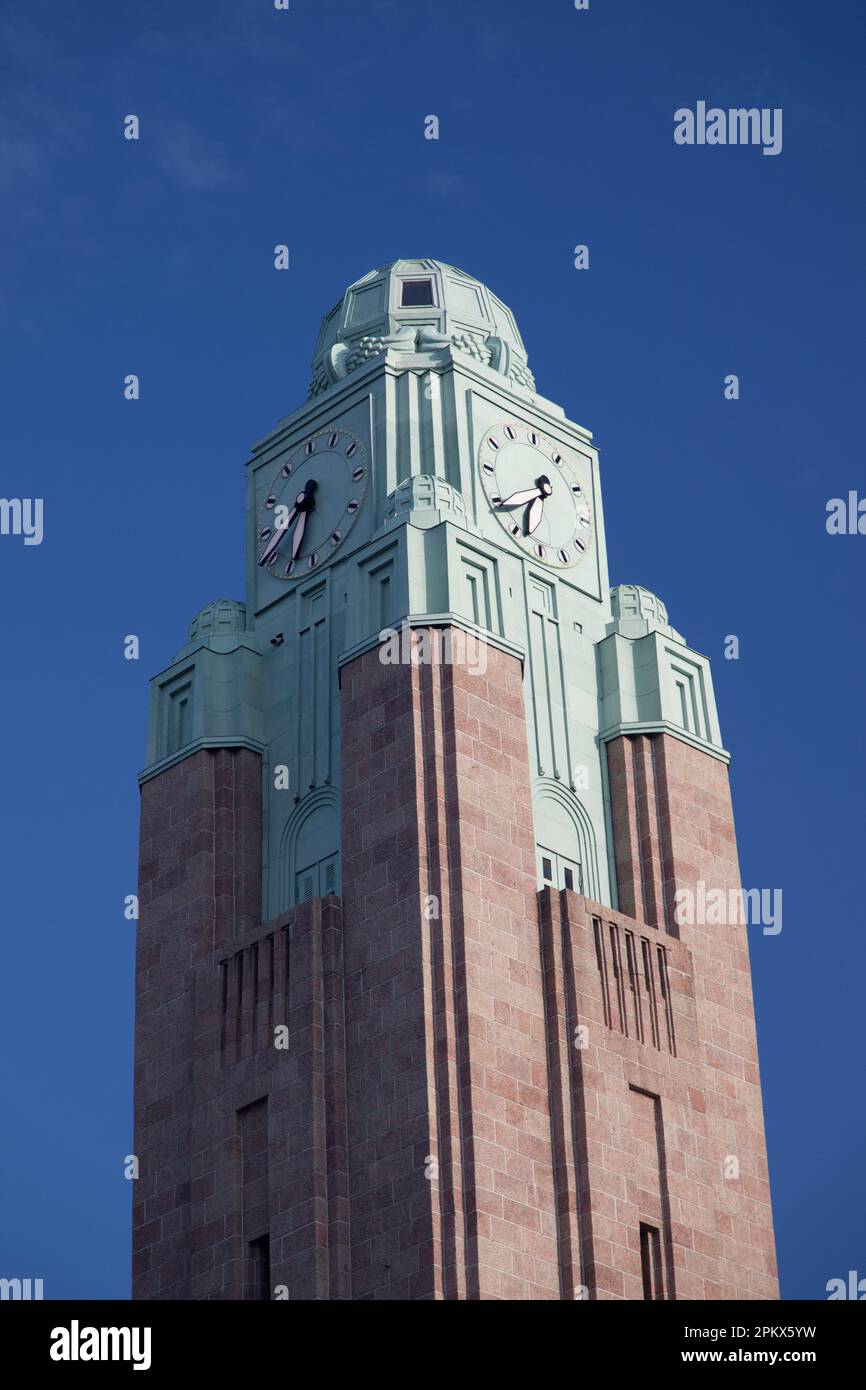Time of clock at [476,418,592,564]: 6:38
